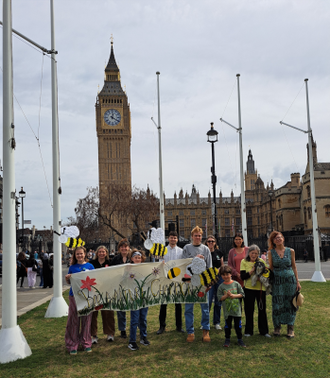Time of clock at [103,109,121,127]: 12:20
